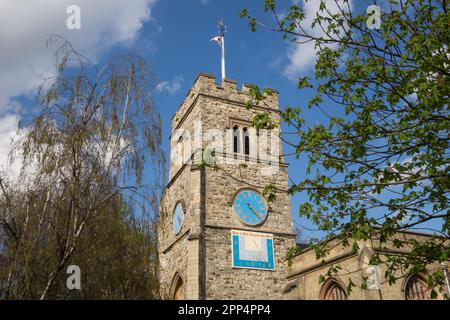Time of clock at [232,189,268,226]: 4:22
